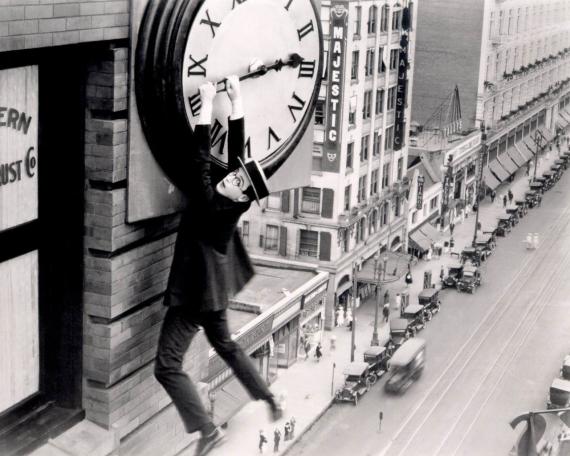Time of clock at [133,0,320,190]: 2:13
